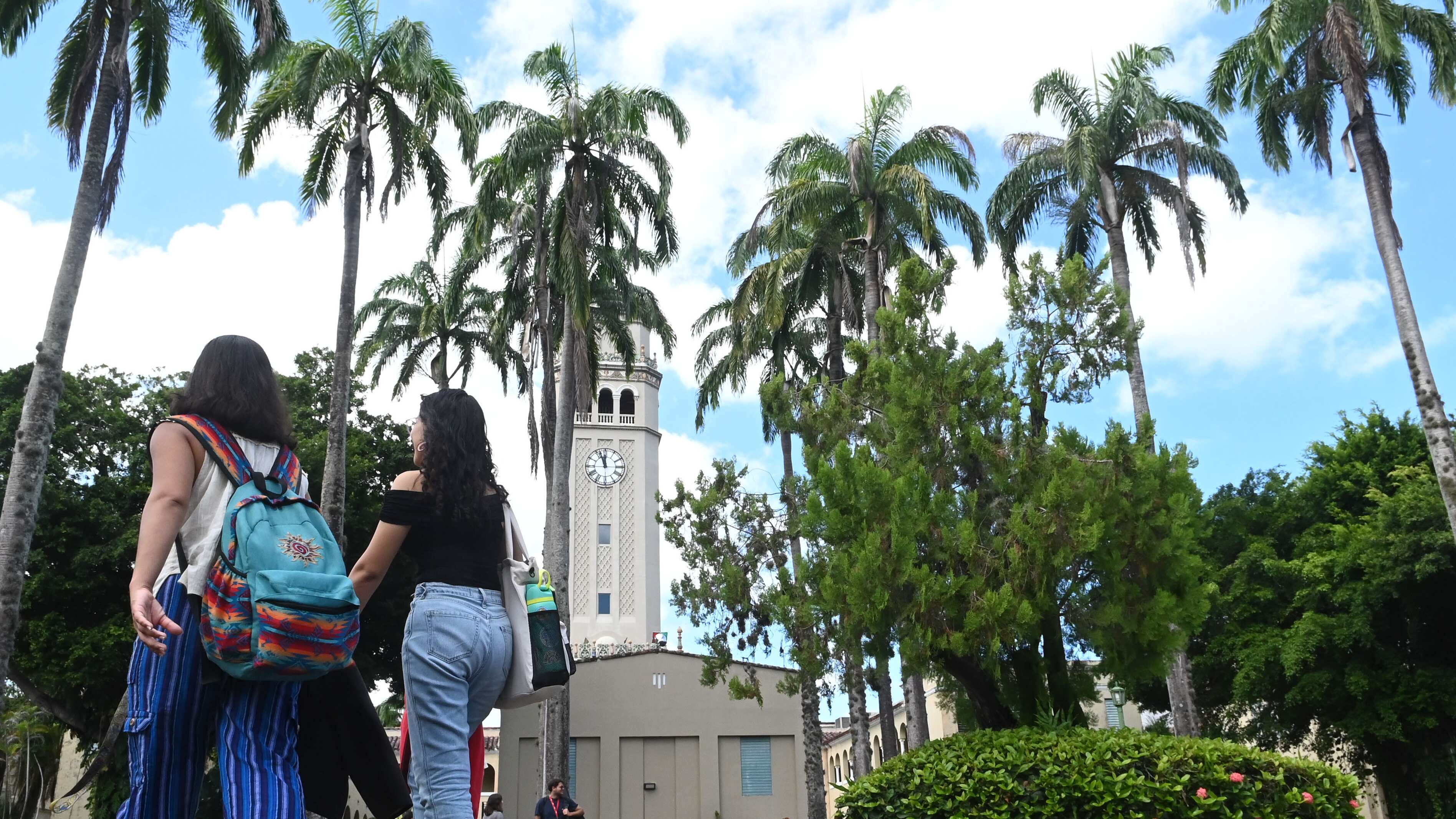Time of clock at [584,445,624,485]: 11:56
